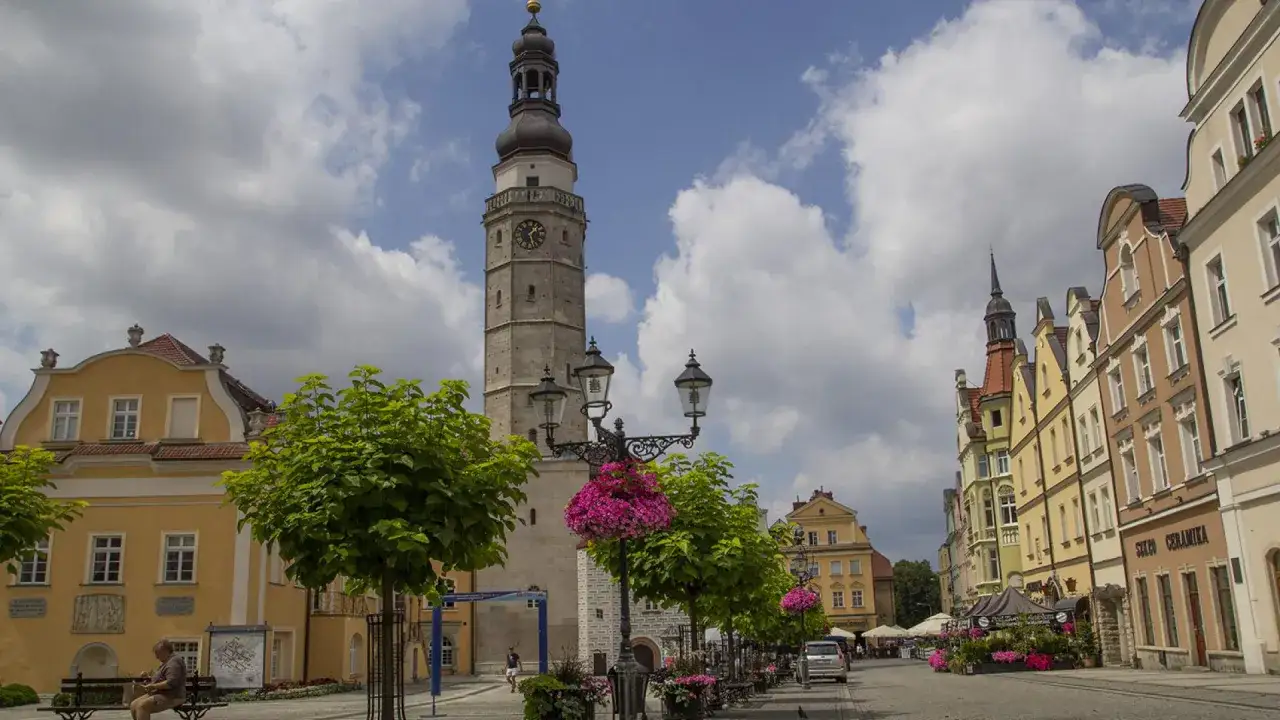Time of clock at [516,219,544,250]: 1:27
